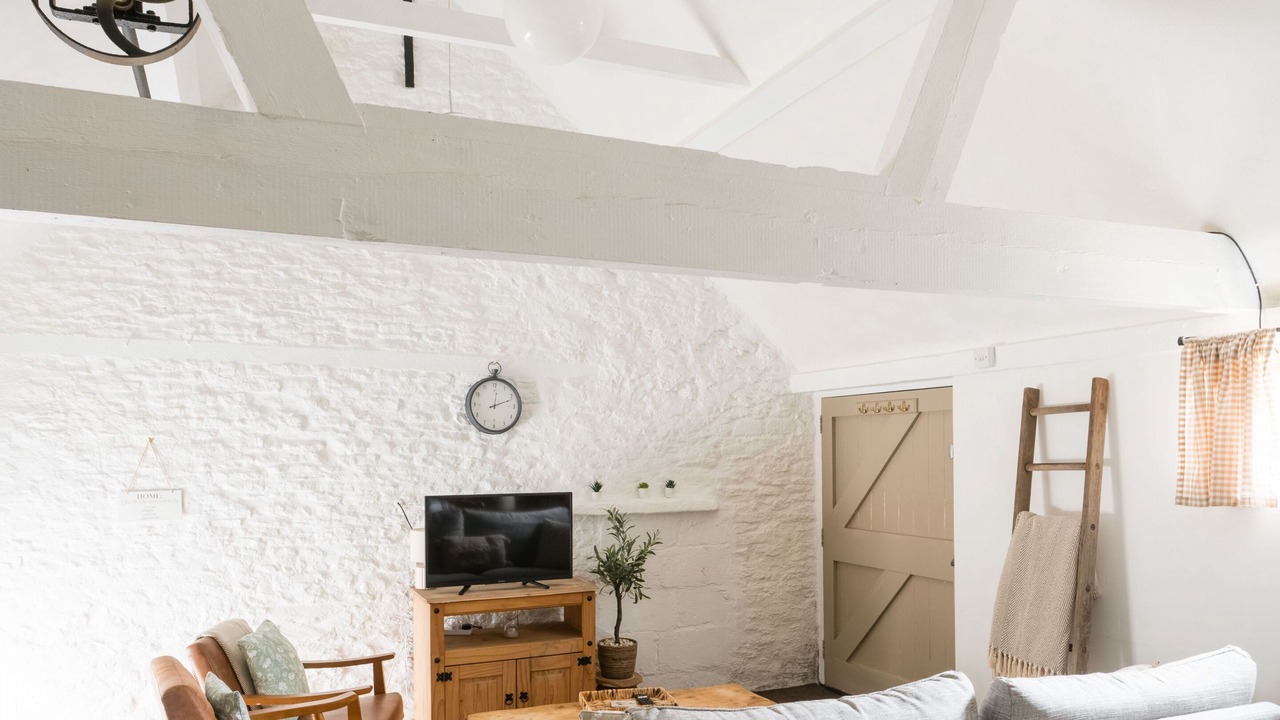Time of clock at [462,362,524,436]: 12:11
